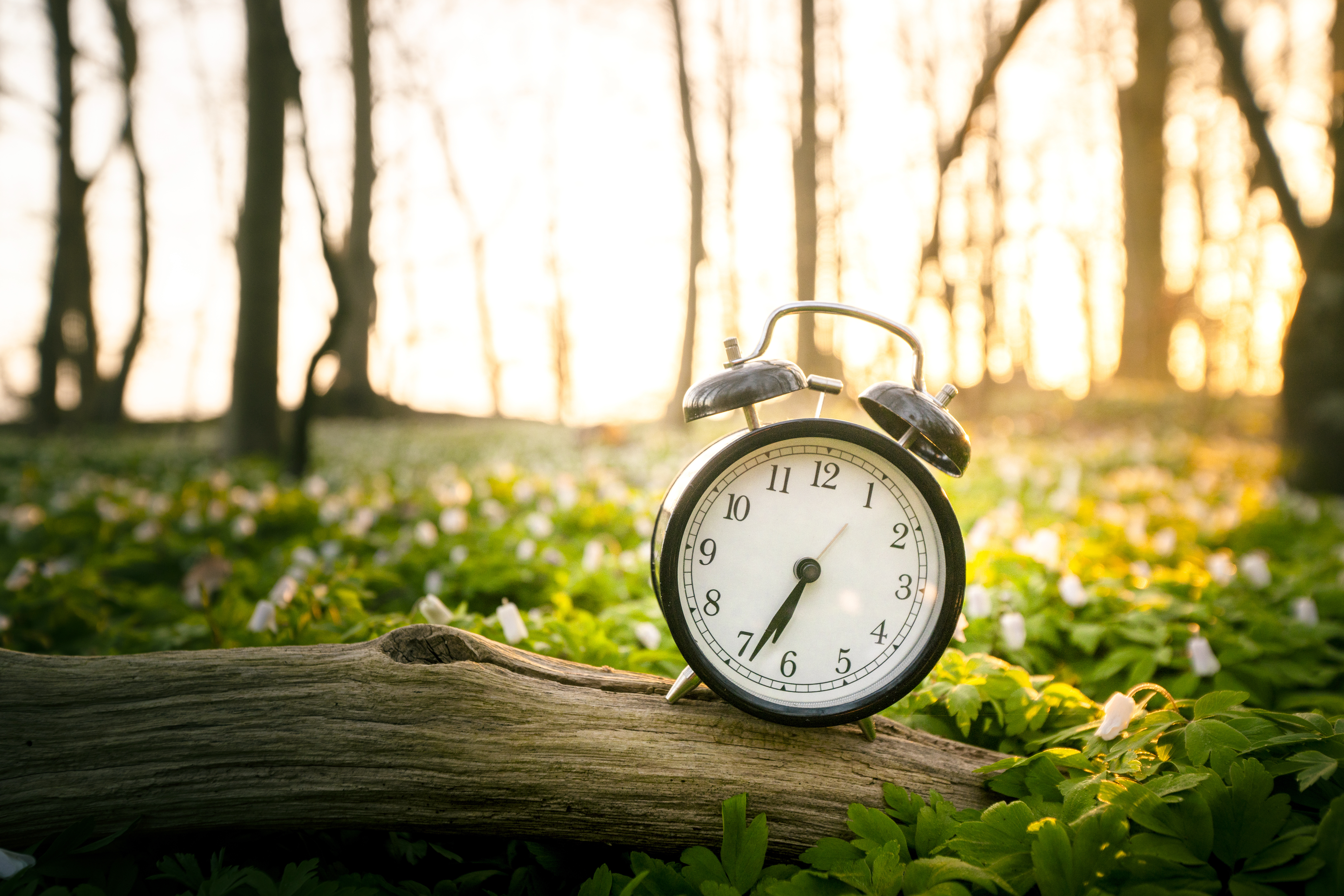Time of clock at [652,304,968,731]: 6:33
